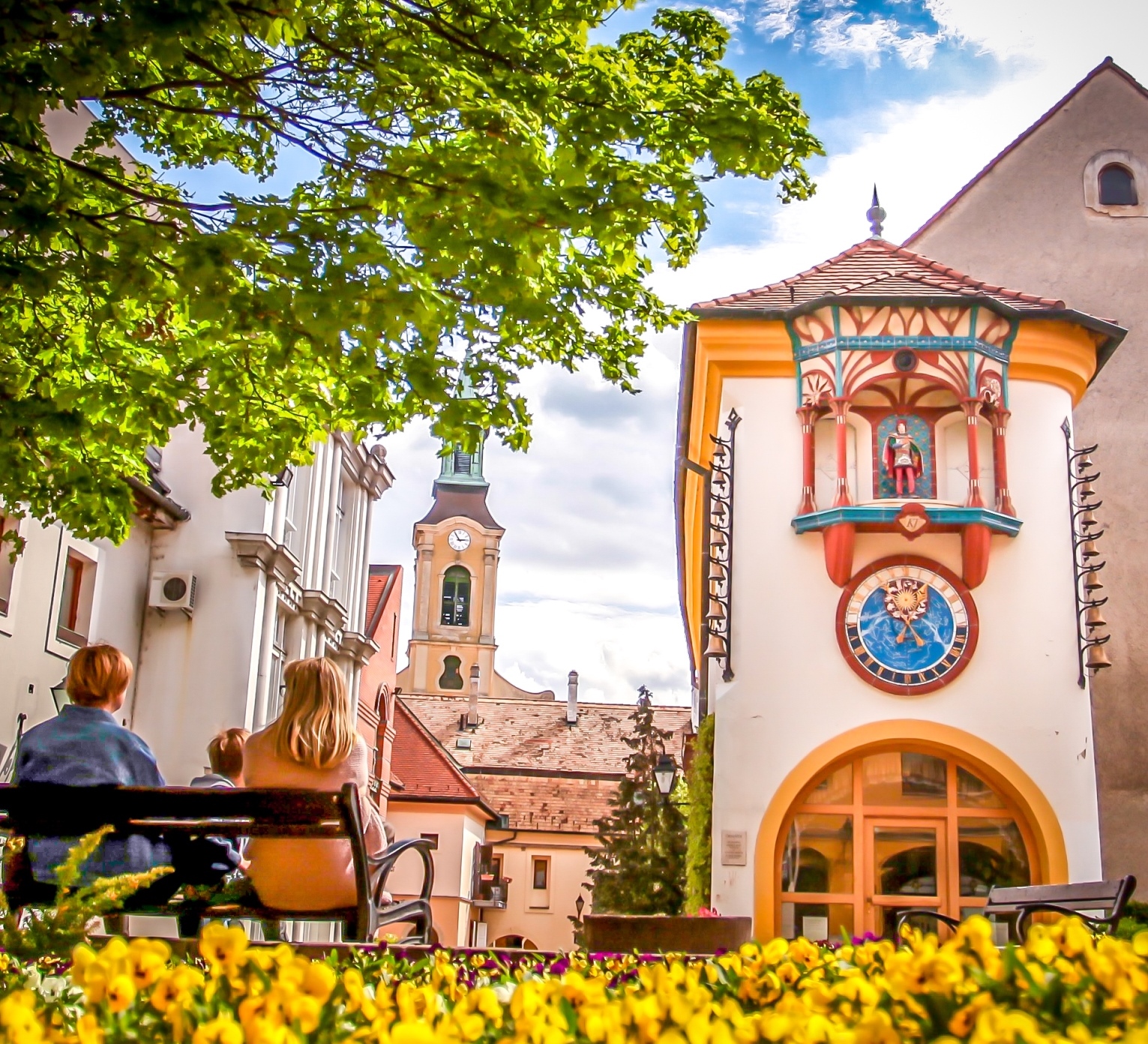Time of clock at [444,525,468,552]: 2:54
